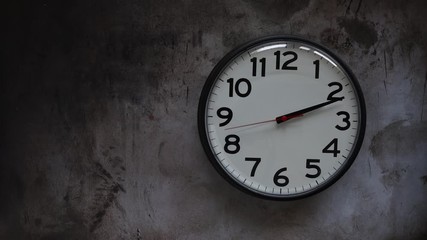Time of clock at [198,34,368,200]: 2:11
